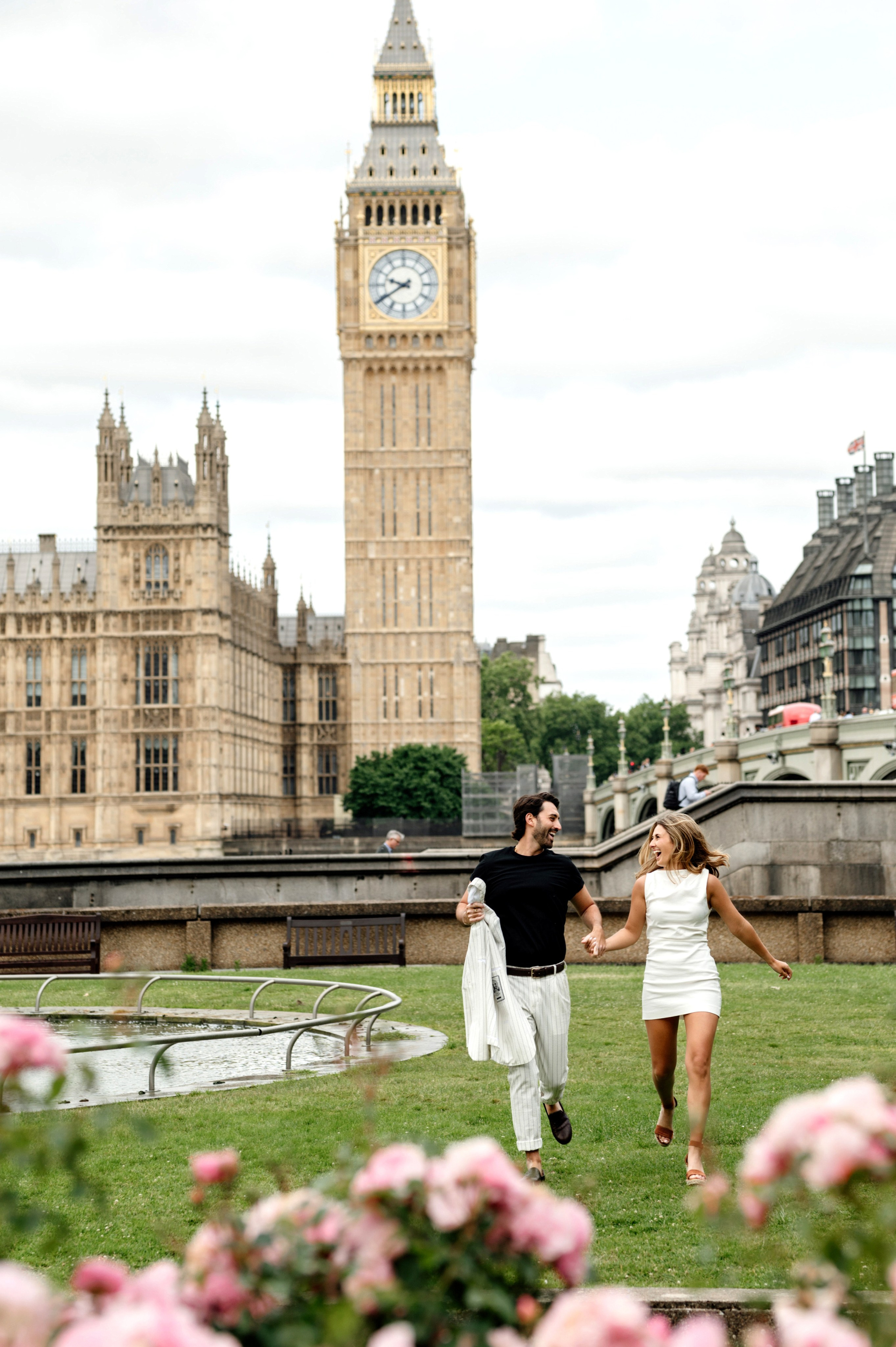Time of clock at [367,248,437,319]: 9:39
